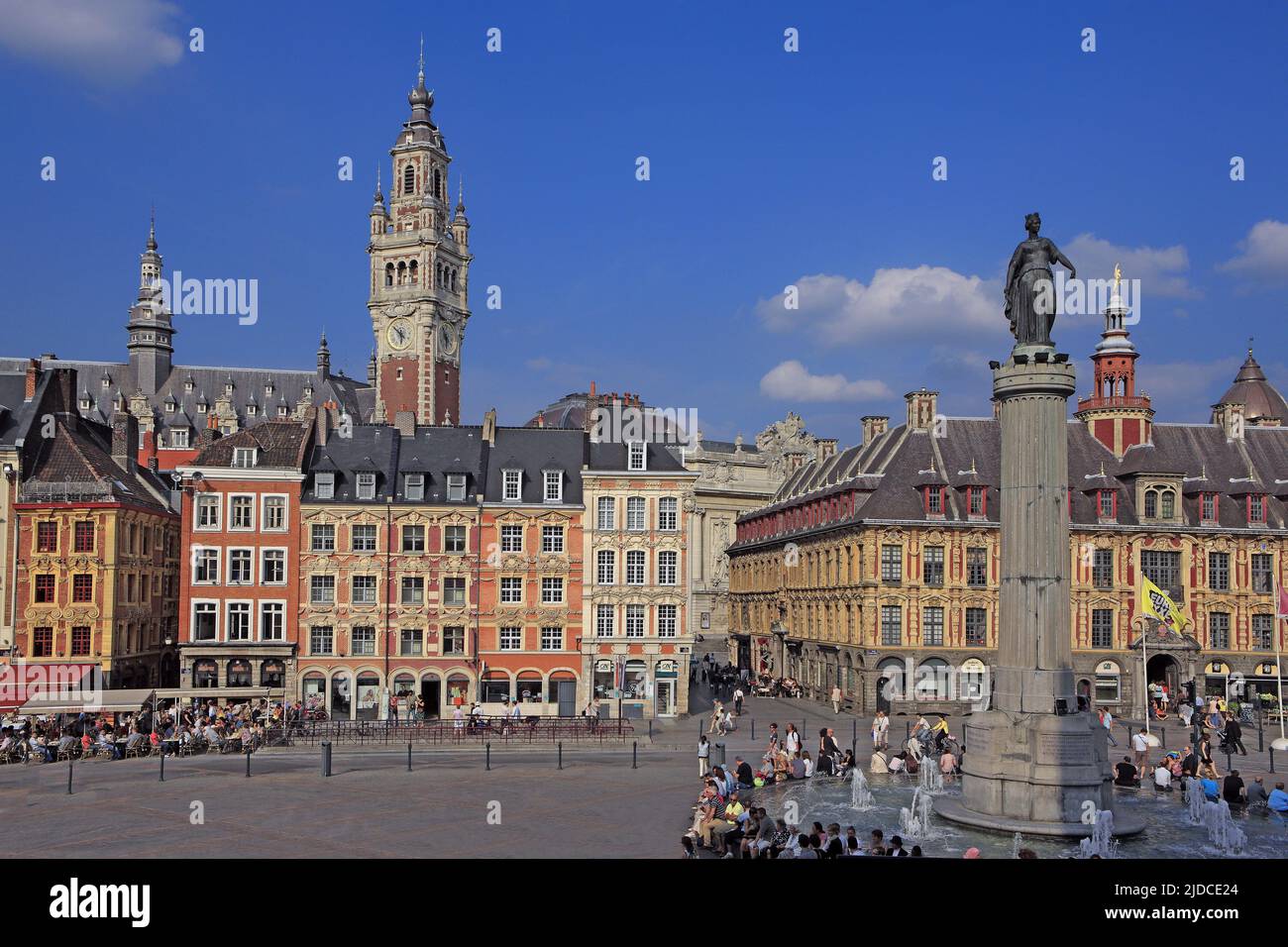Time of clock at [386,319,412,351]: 5:51
